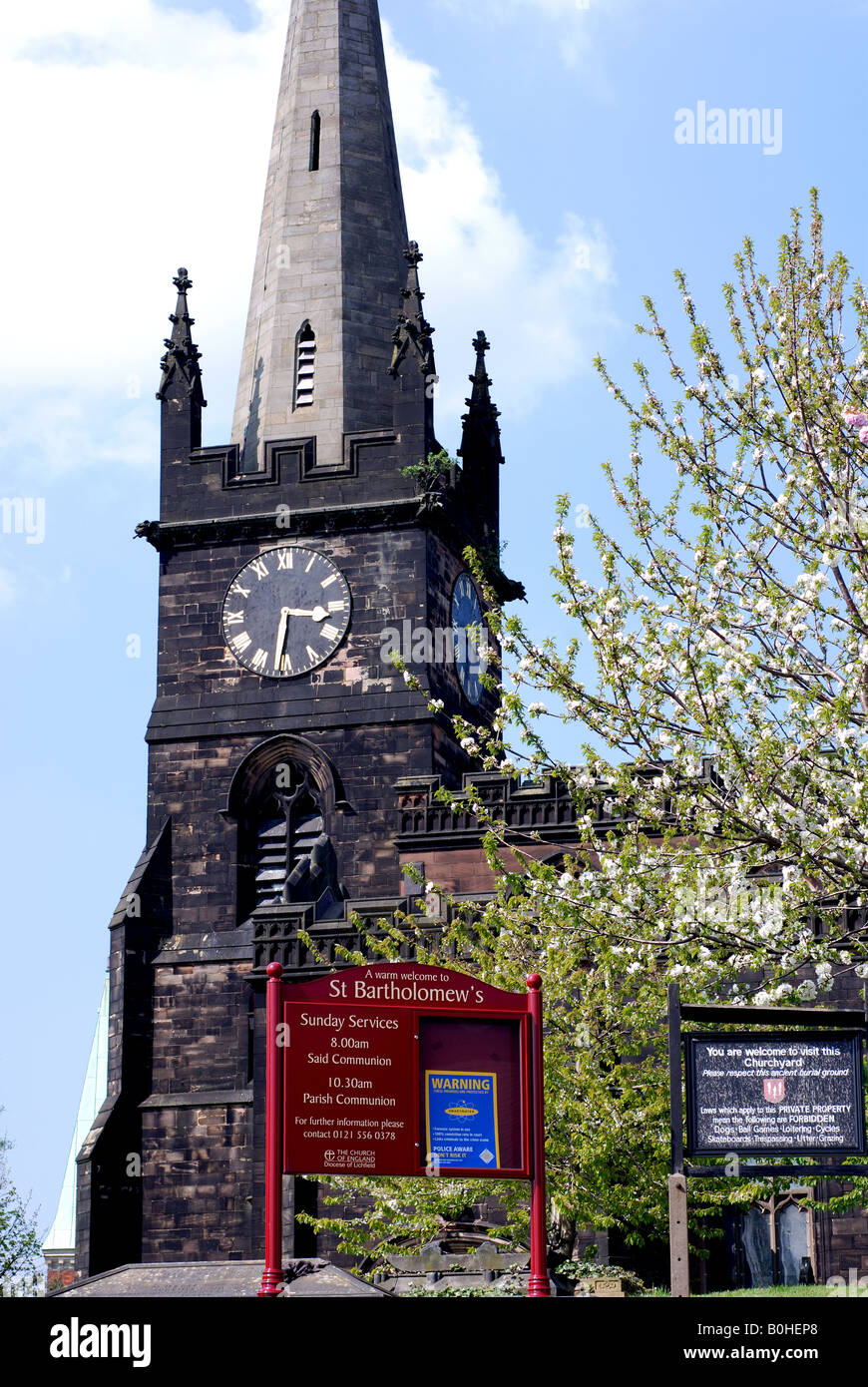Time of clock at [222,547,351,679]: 3:31
